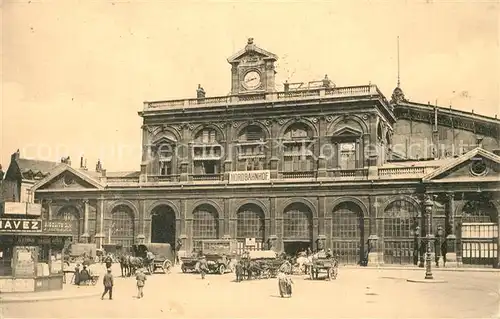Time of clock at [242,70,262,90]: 8:41
